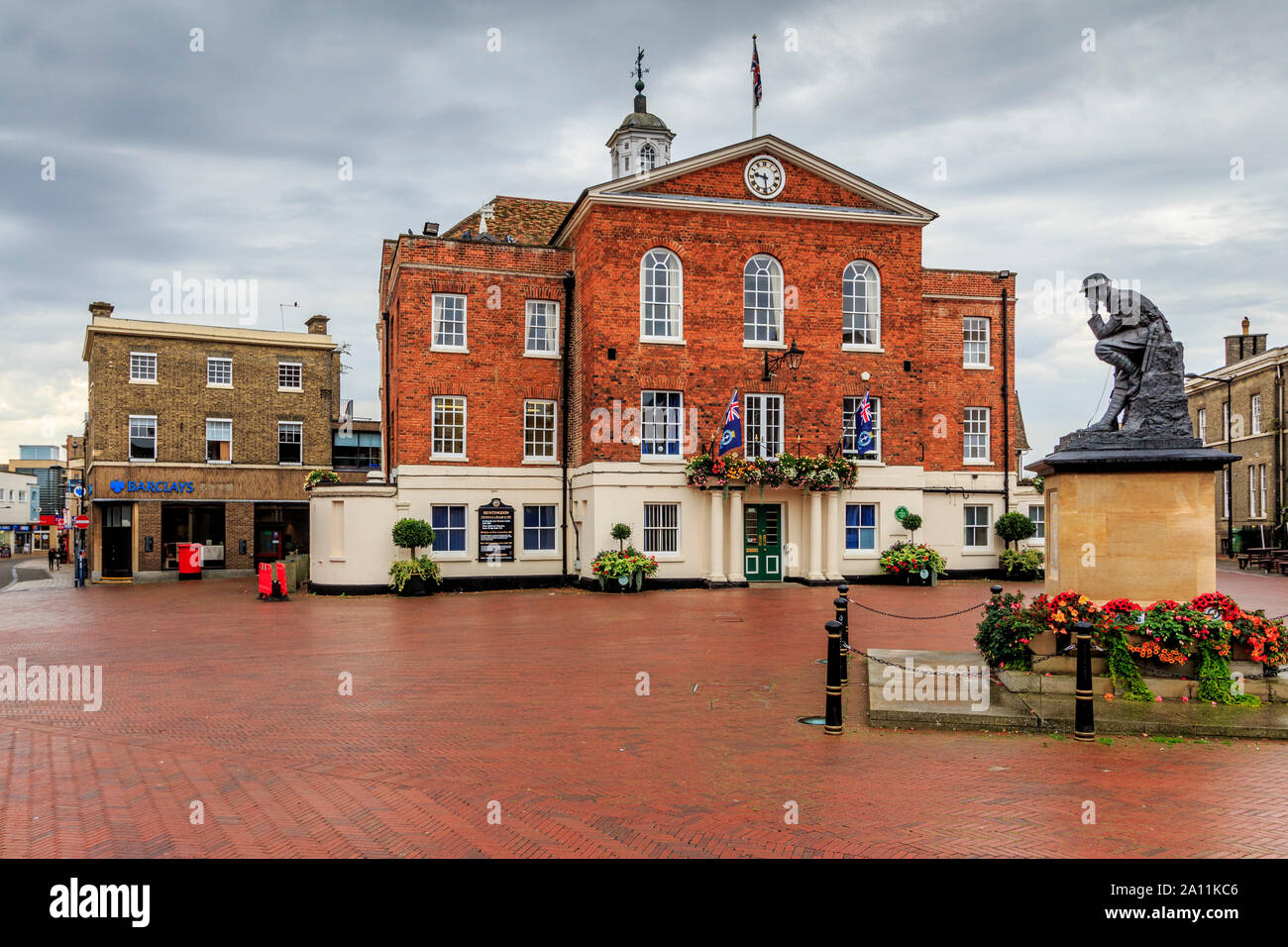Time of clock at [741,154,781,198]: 9:28
